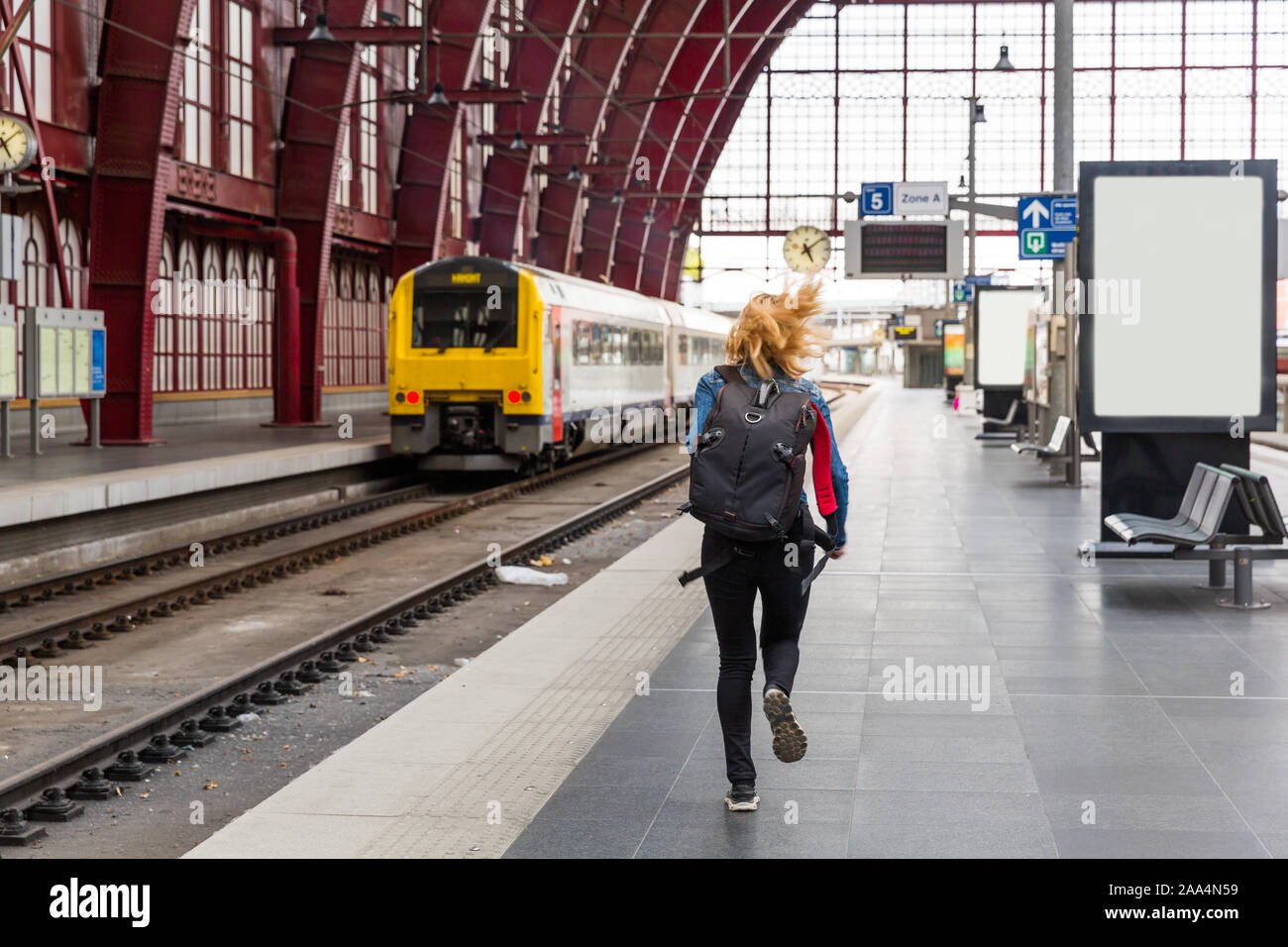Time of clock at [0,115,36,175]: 5:08
